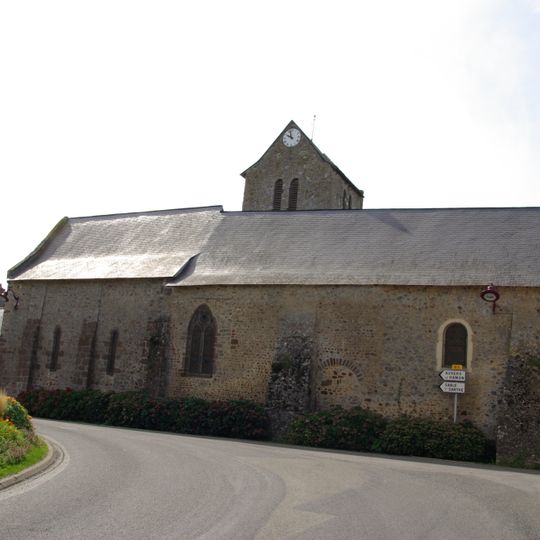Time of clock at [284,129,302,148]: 9:57
